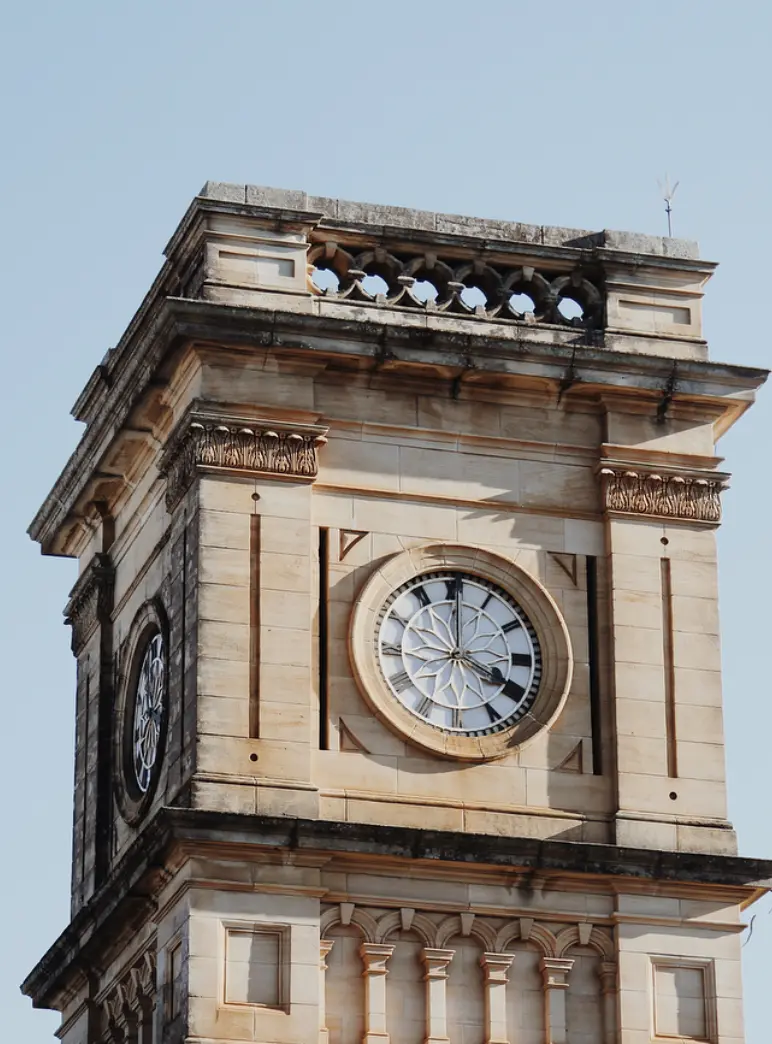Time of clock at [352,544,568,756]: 4:00
